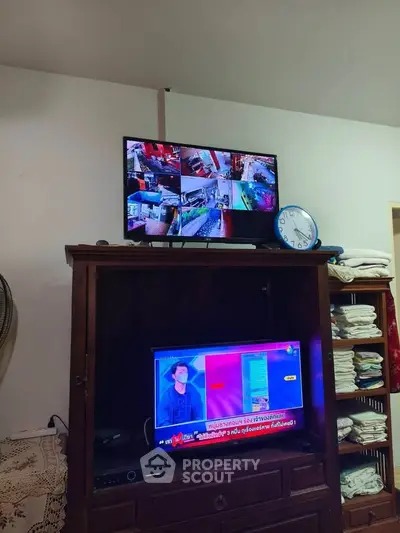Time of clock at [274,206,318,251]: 5:21
